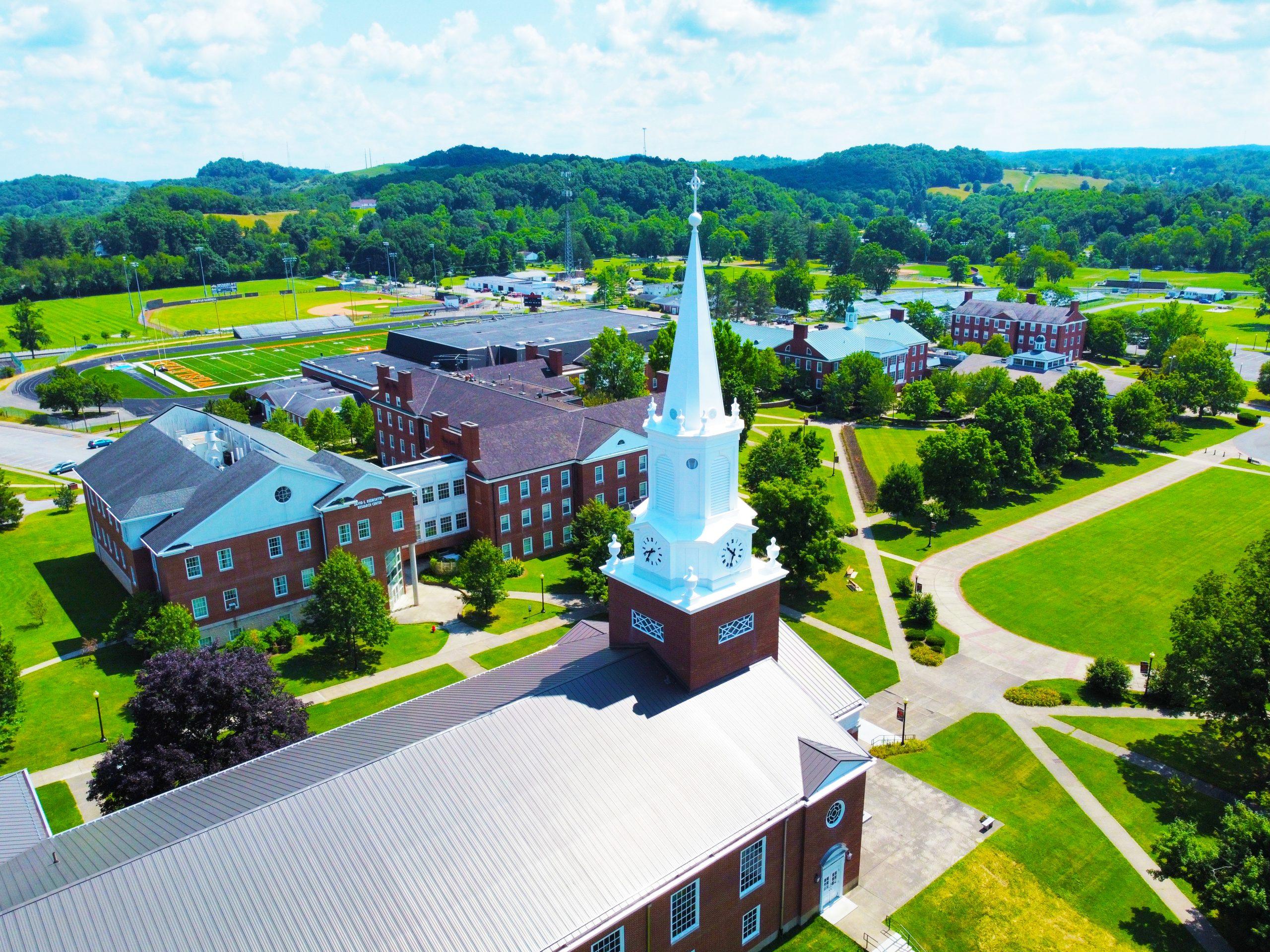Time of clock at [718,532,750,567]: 10:32
